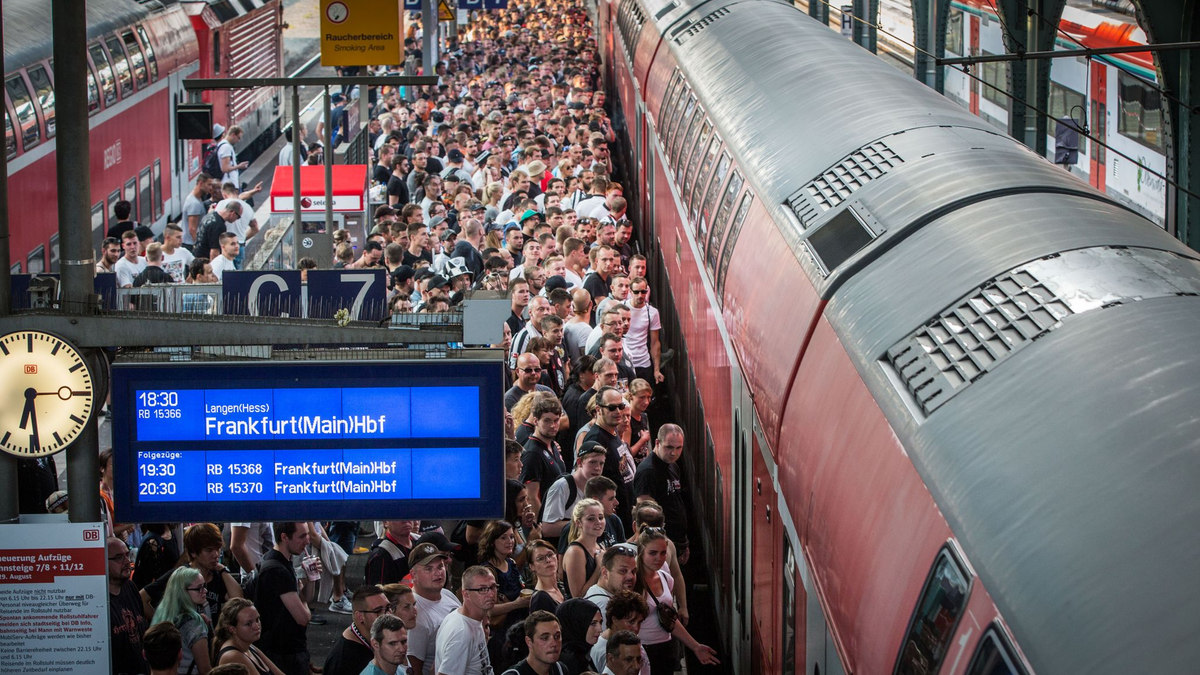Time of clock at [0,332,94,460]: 6:29
